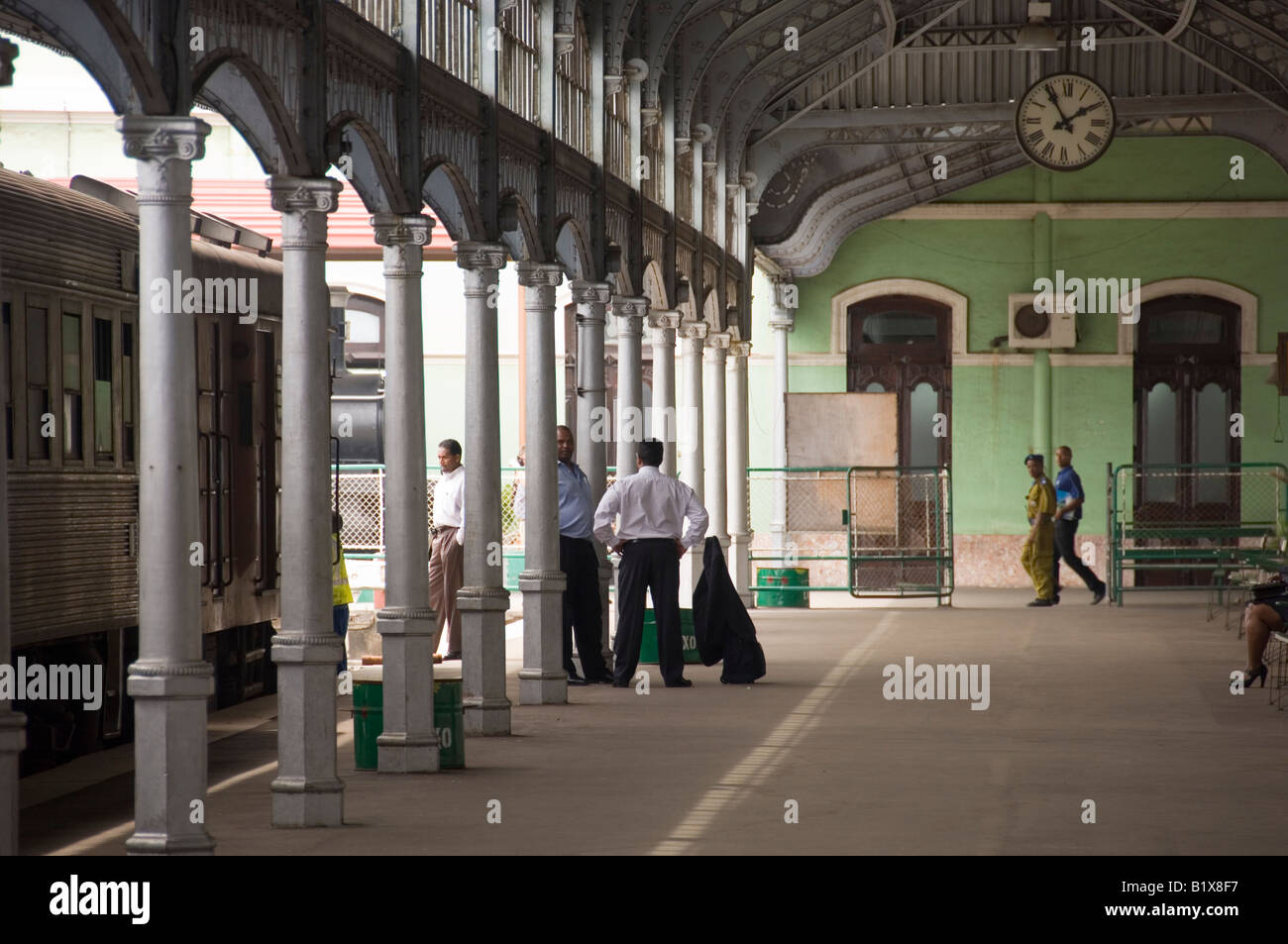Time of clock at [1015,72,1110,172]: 1:54
